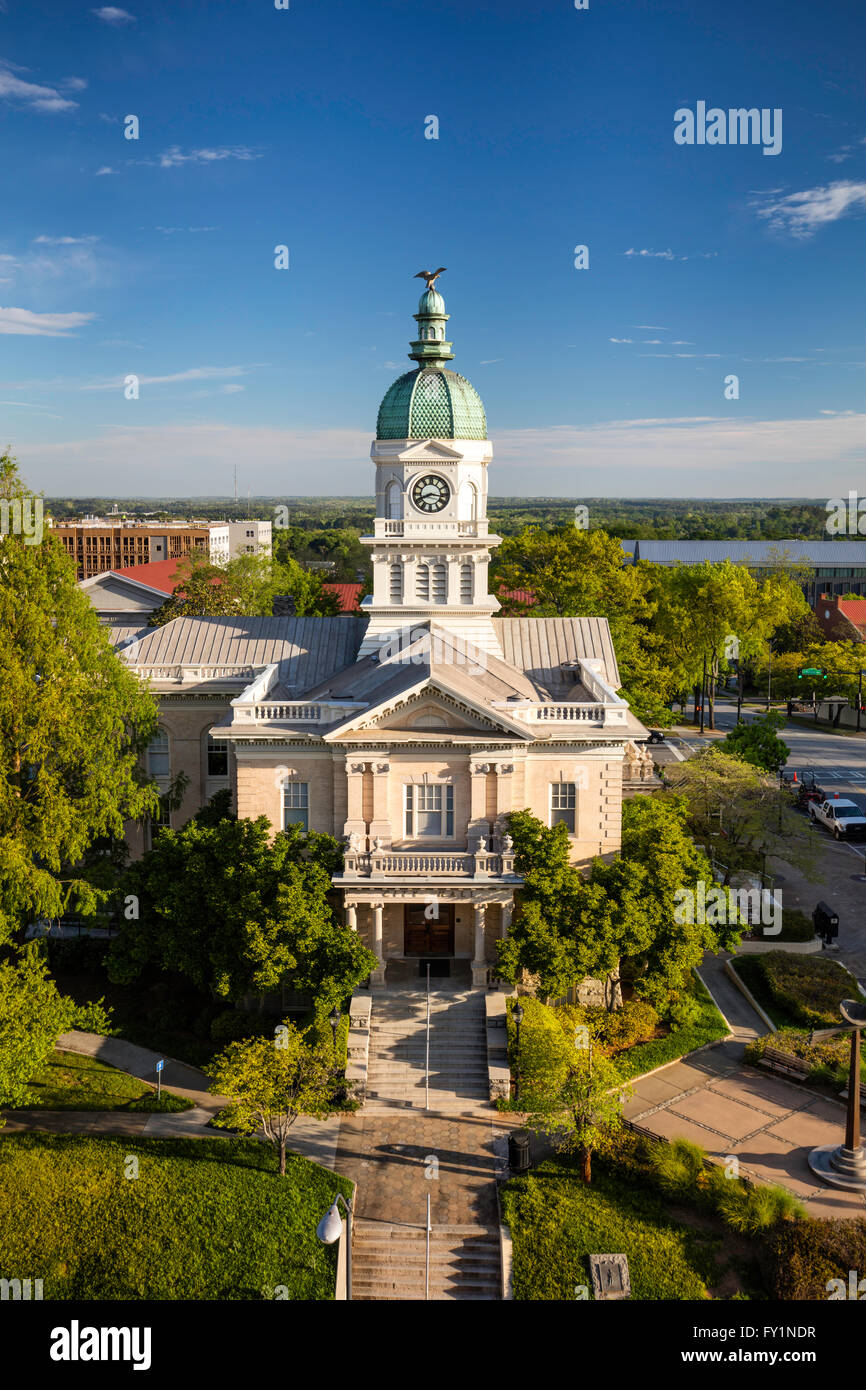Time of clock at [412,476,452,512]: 8:16
